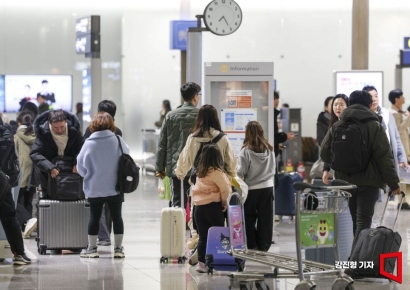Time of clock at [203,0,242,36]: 7:25
